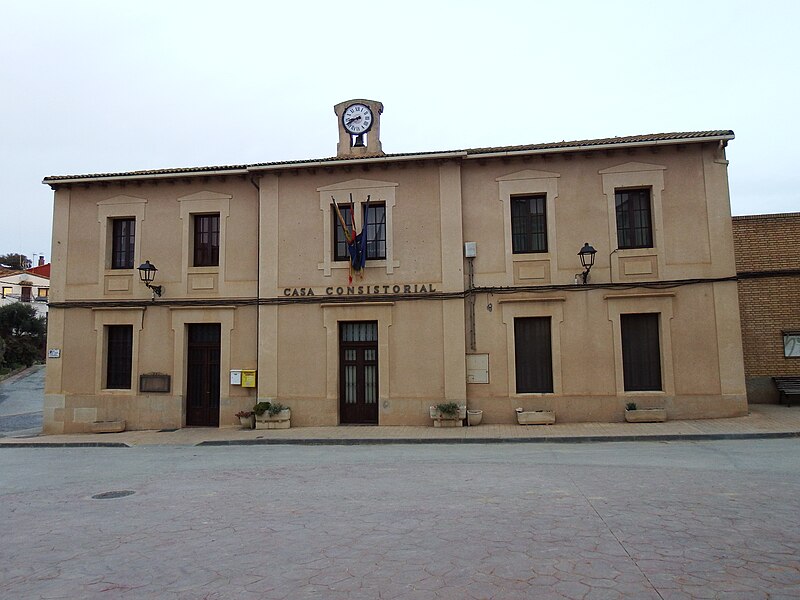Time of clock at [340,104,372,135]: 8:40
